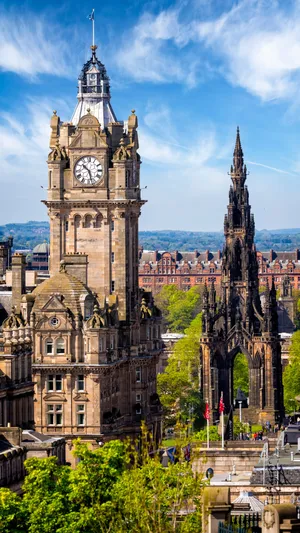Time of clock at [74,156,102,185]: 10:28
